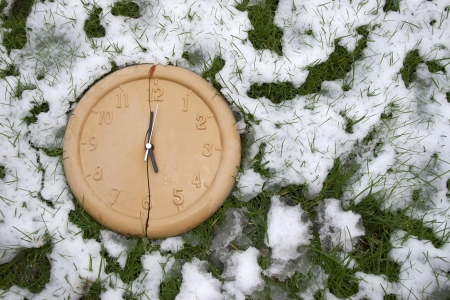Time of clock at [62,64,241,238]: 5:00
